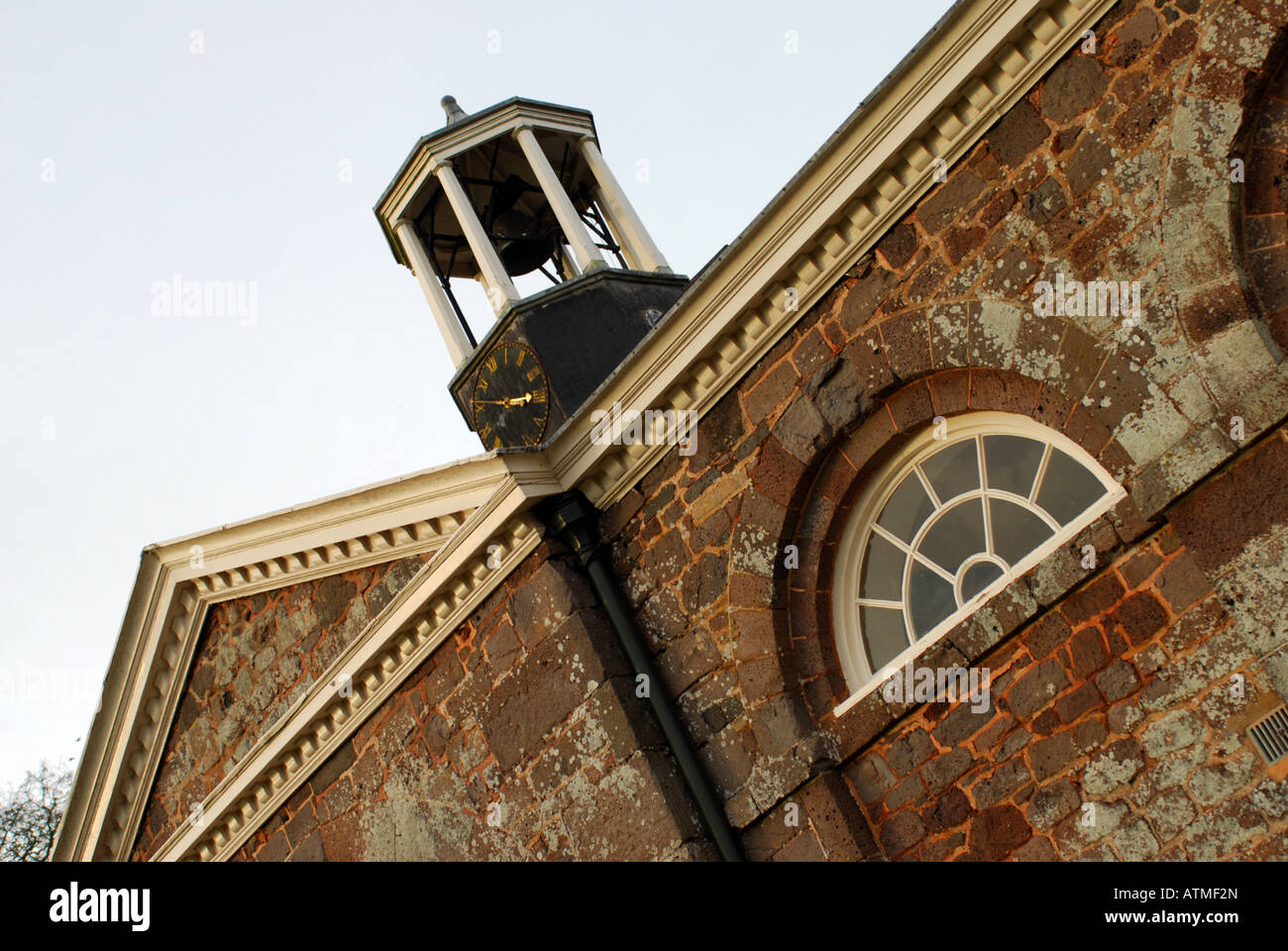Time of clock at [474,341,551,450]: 2:46
